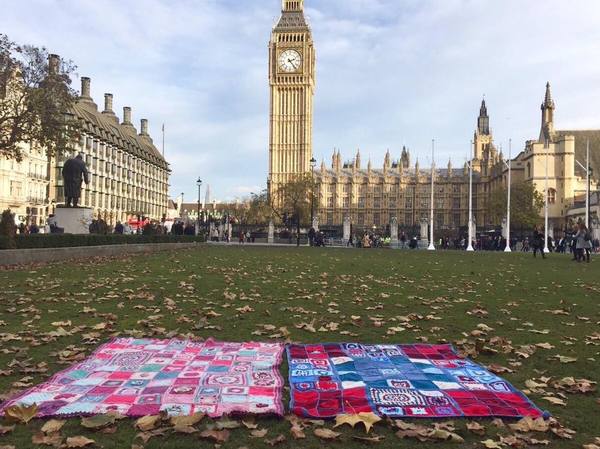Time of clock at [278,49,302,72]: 2:23
